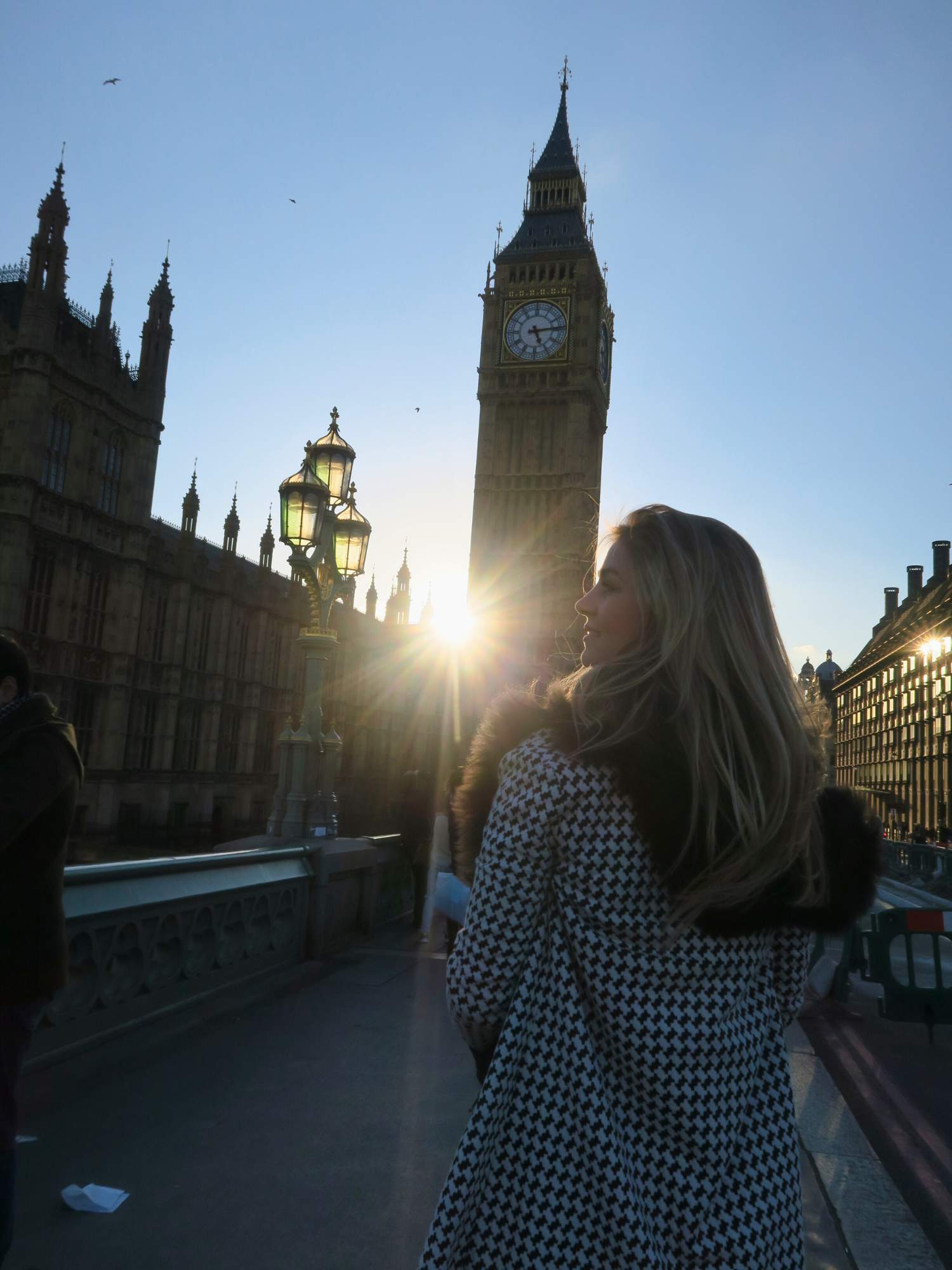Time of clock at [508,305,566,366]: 5:14
